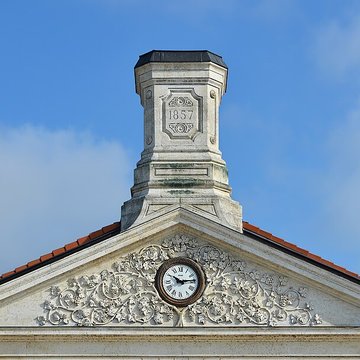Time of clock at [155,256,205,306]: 10:13
